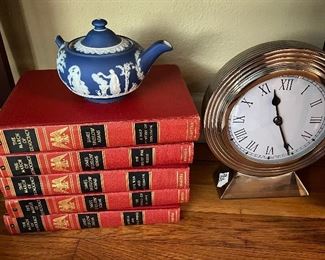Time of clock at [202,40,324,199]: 11:25
